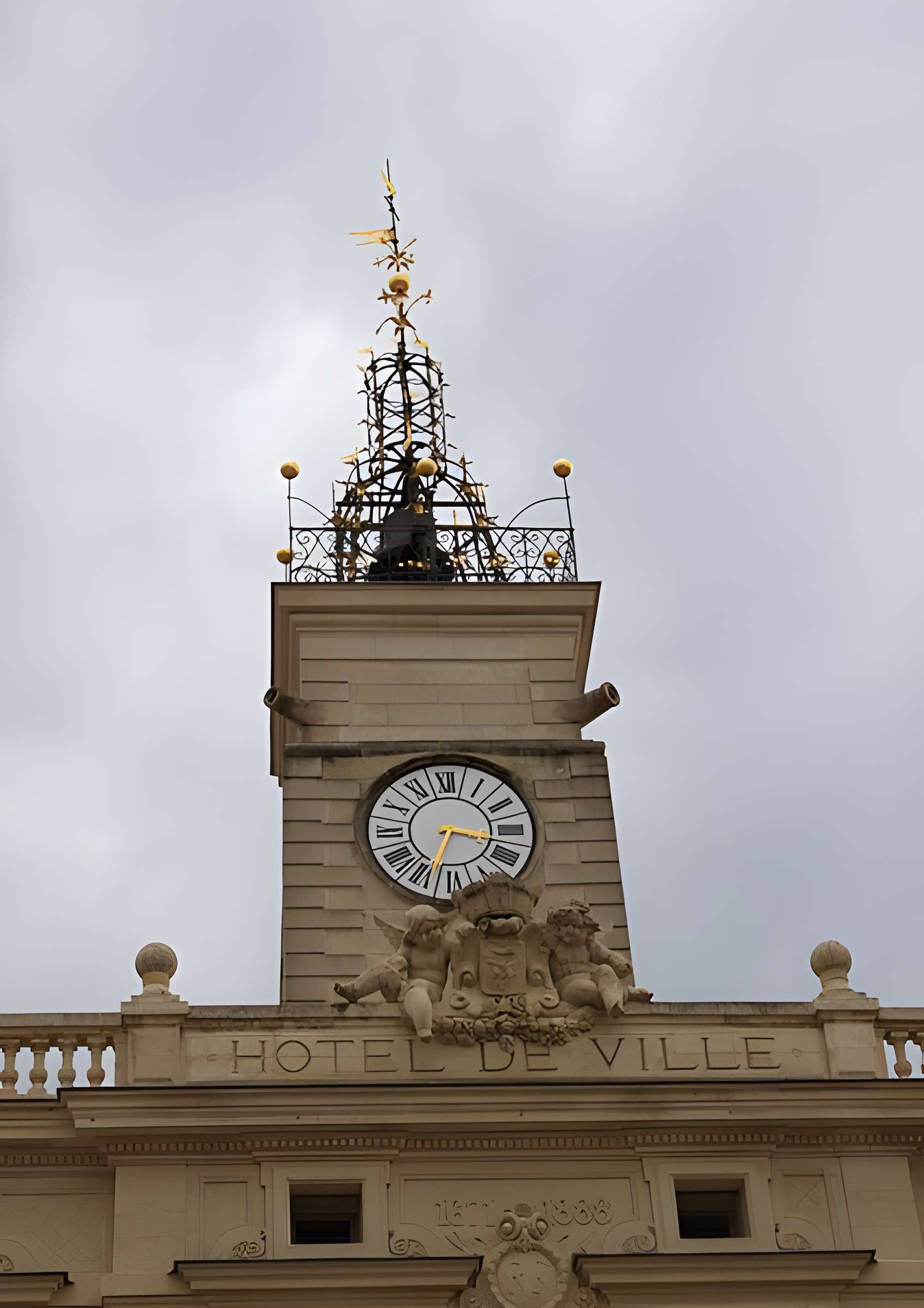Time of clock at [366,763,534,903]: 3:33
